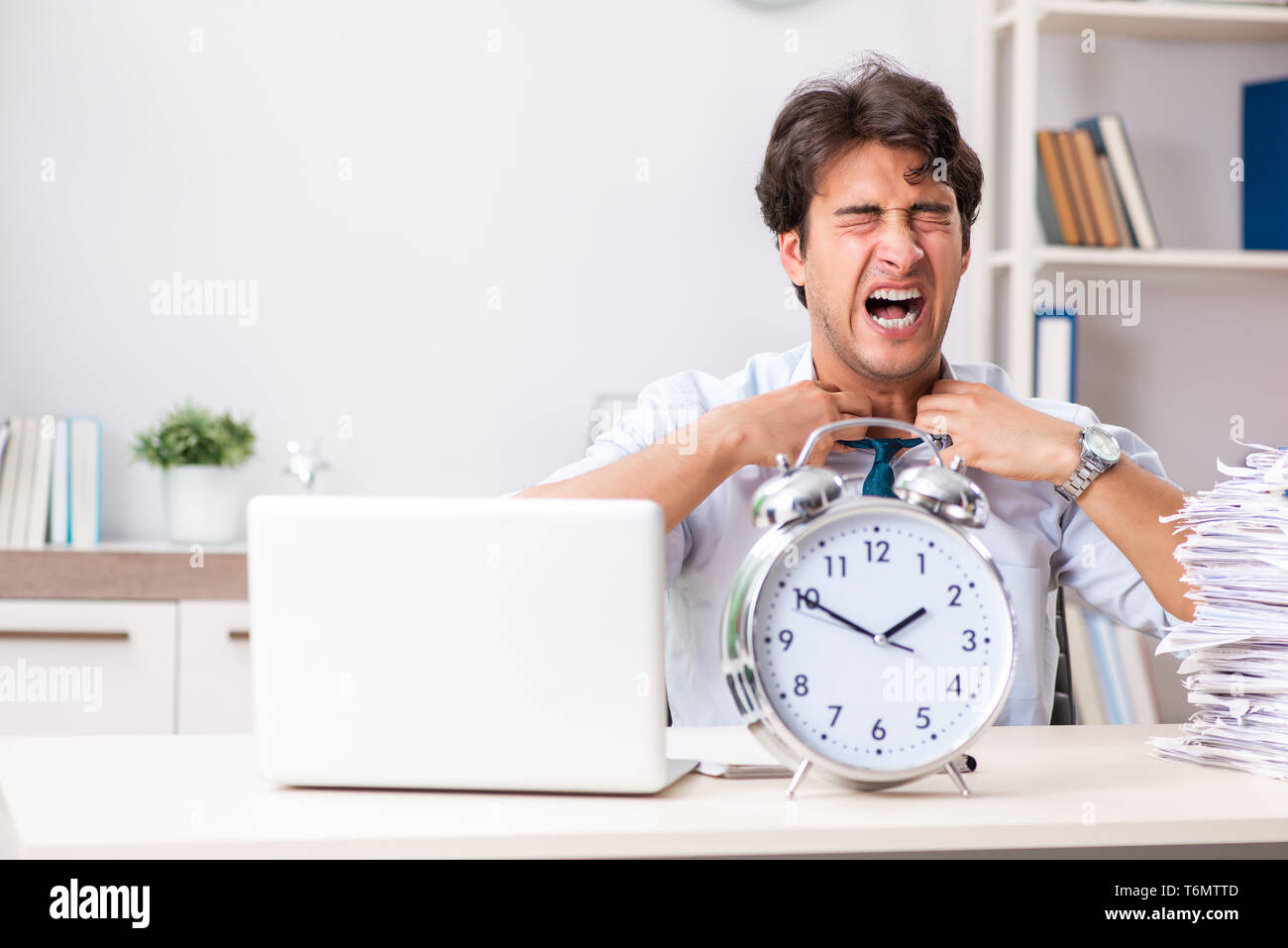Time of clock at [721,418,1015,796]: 1:50
